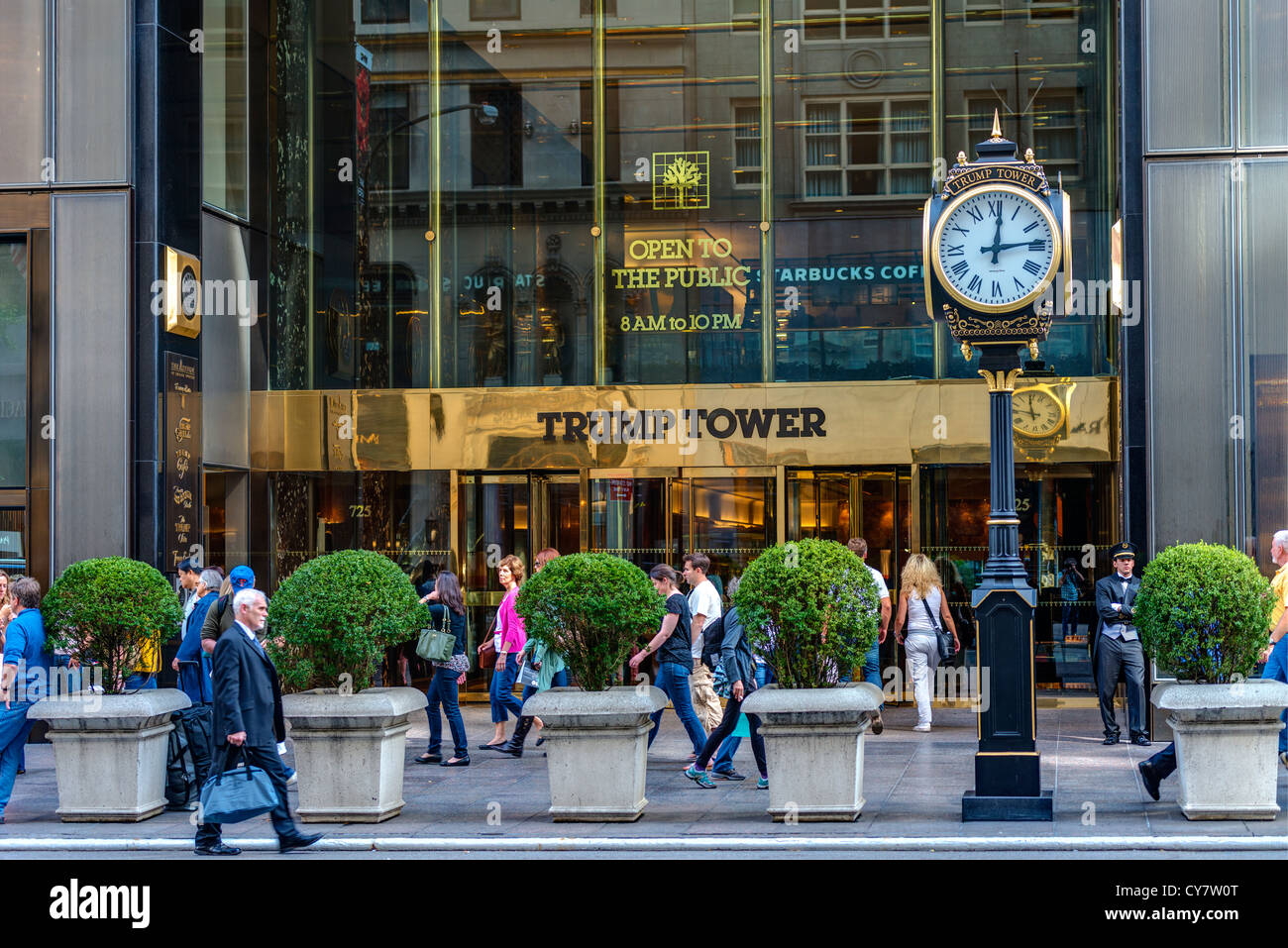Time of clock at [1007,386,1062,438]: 11:46
